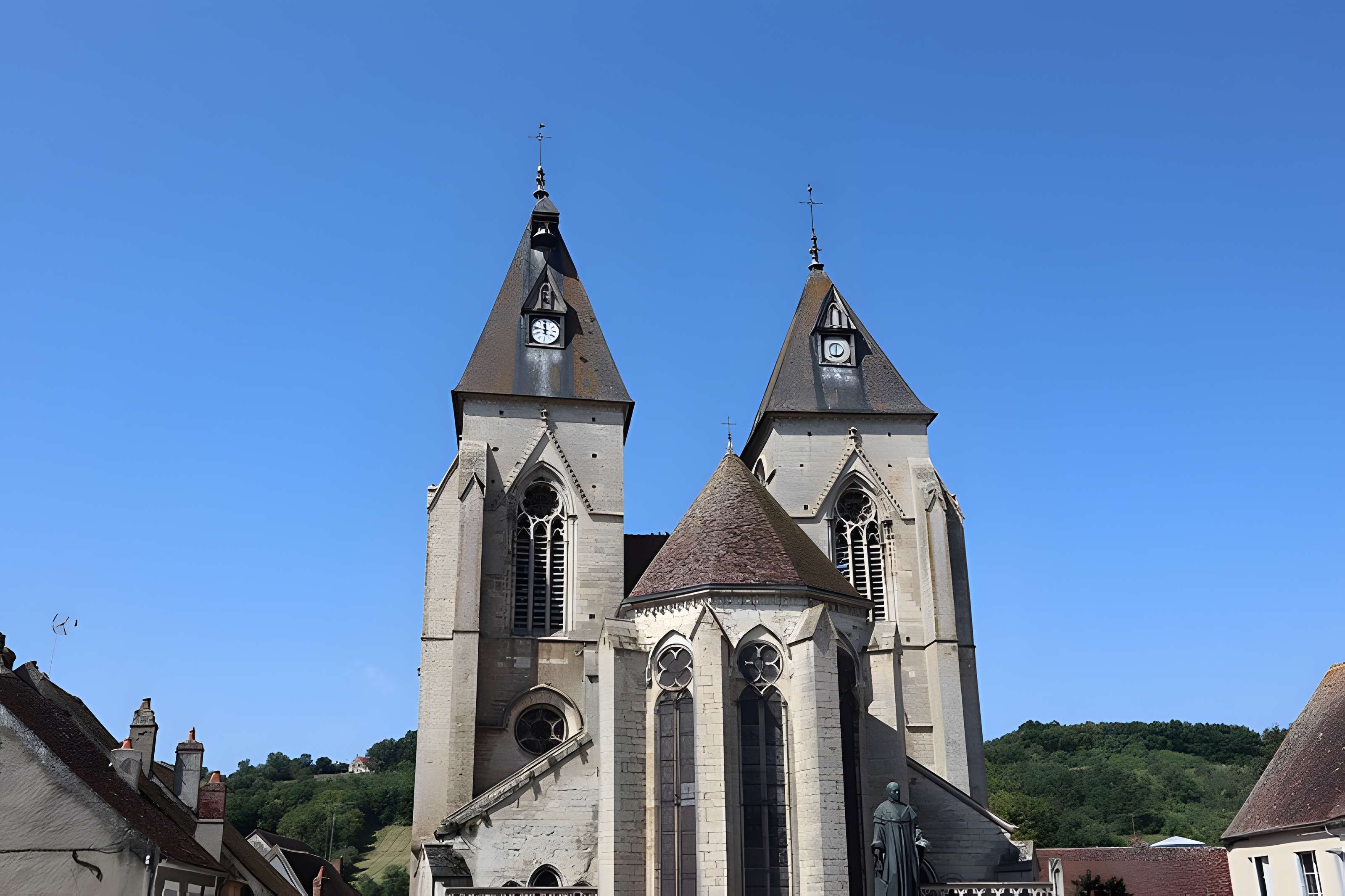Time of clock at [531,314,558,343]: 11:47
